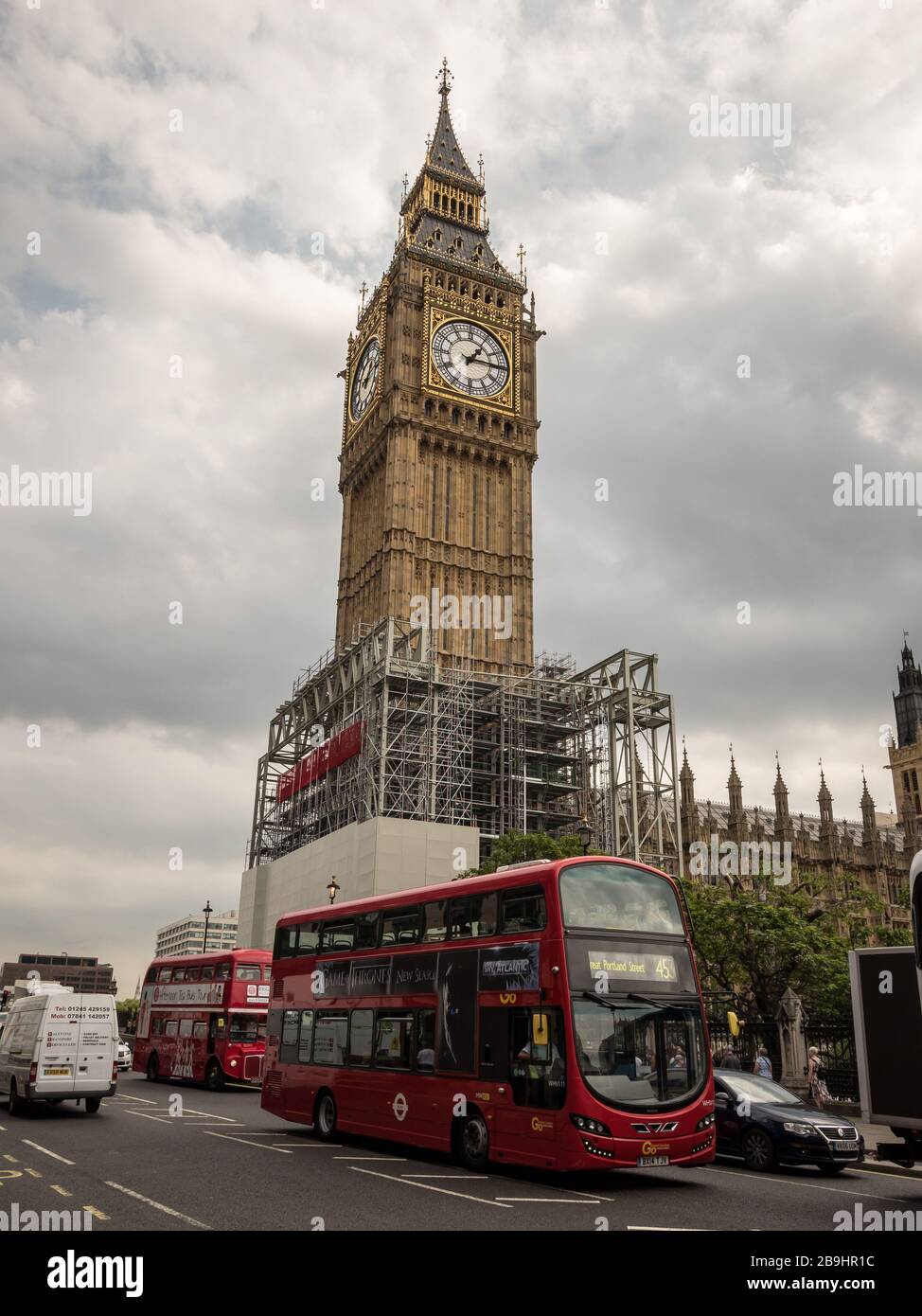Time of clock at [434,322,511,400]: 1:14
